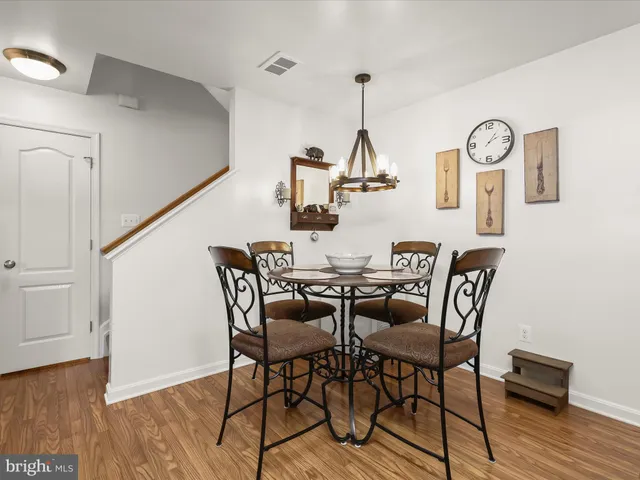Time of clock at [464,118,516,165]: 2:06
